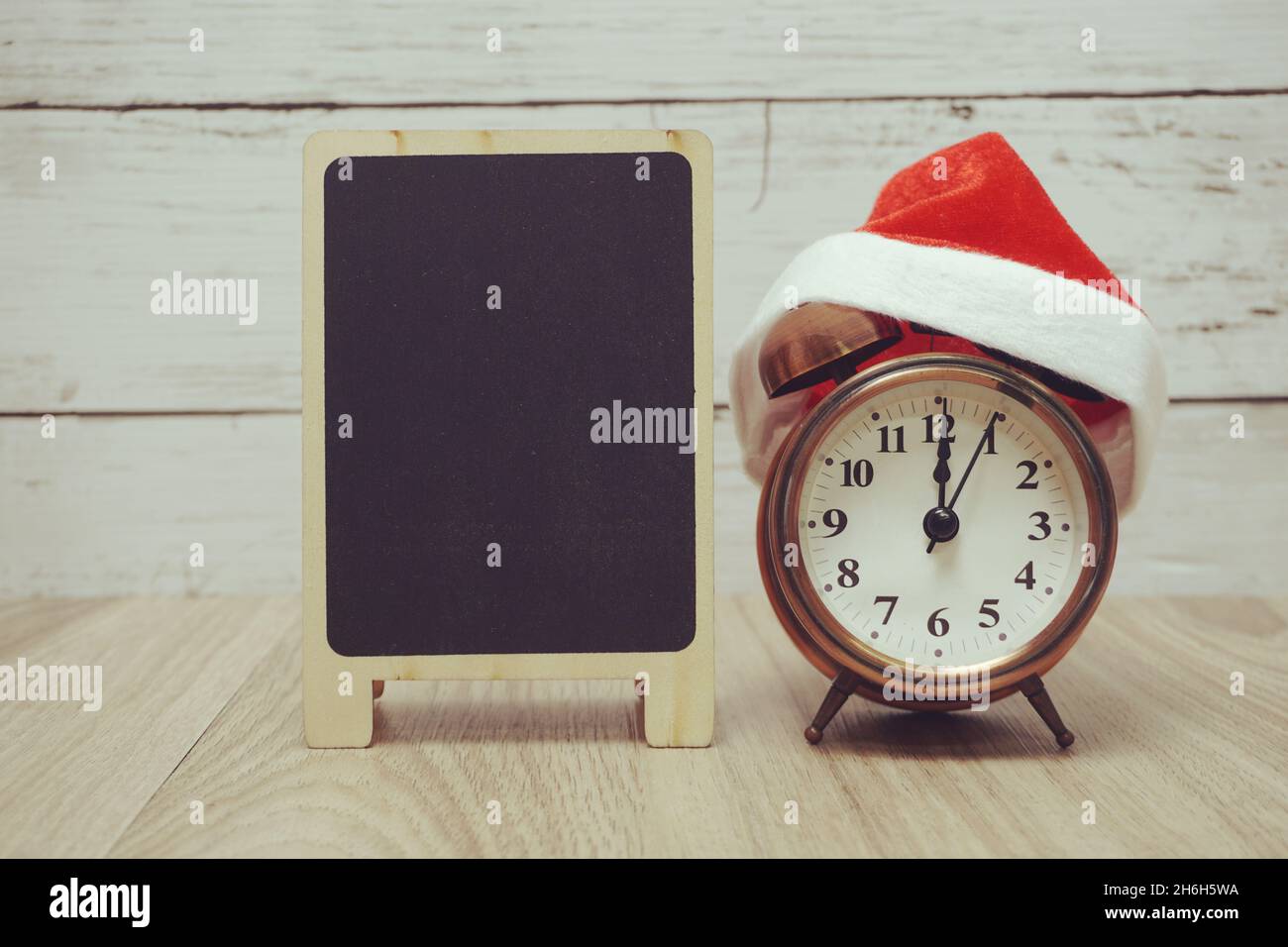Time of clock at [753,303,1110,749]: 12:04
